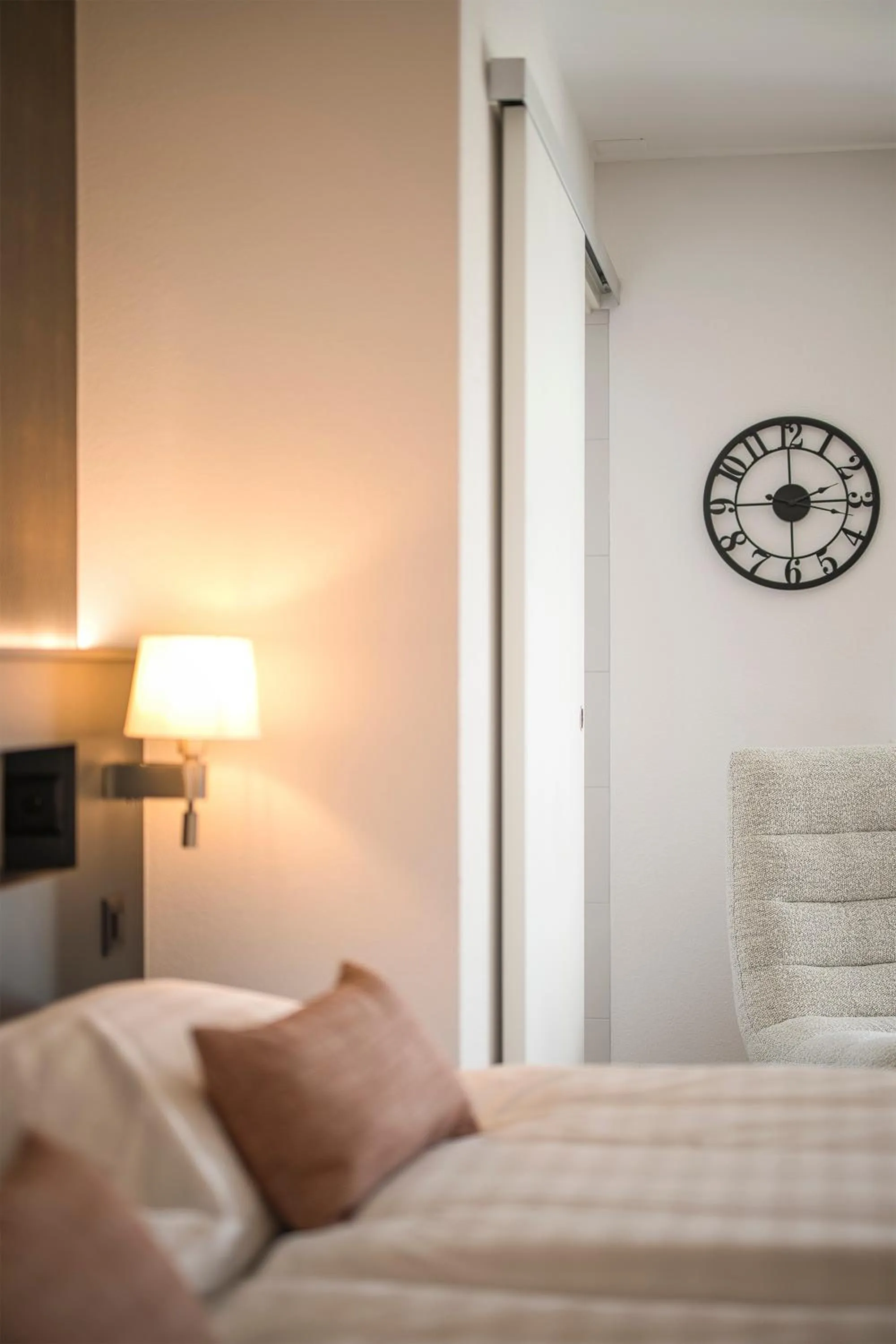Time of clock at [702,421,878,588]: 2:15
